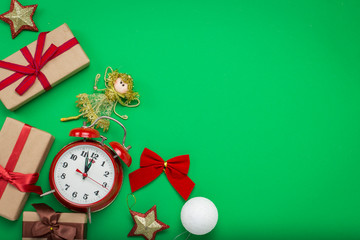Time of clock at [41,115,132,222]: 1:02
